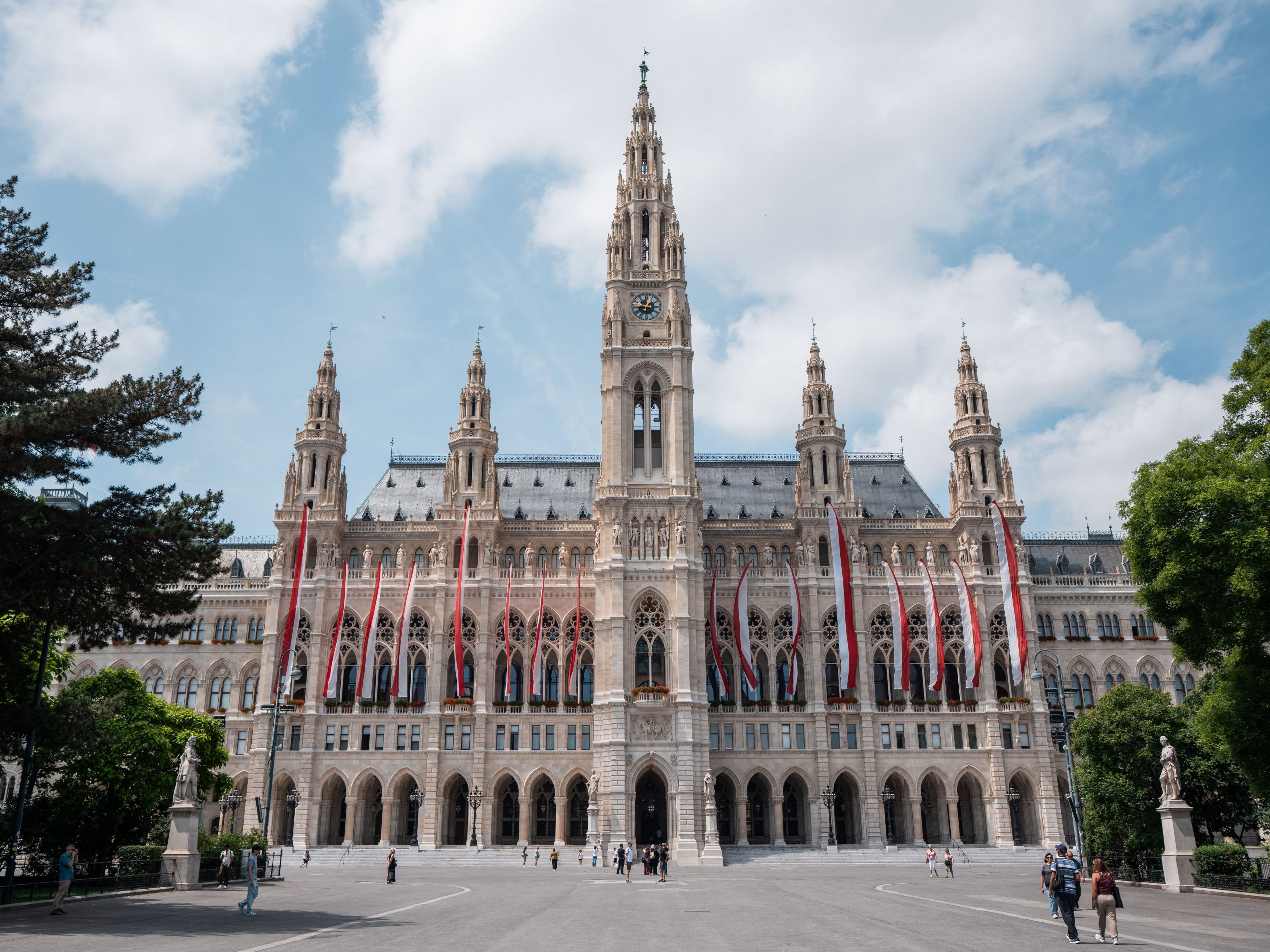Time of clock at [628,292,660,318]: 12:47
